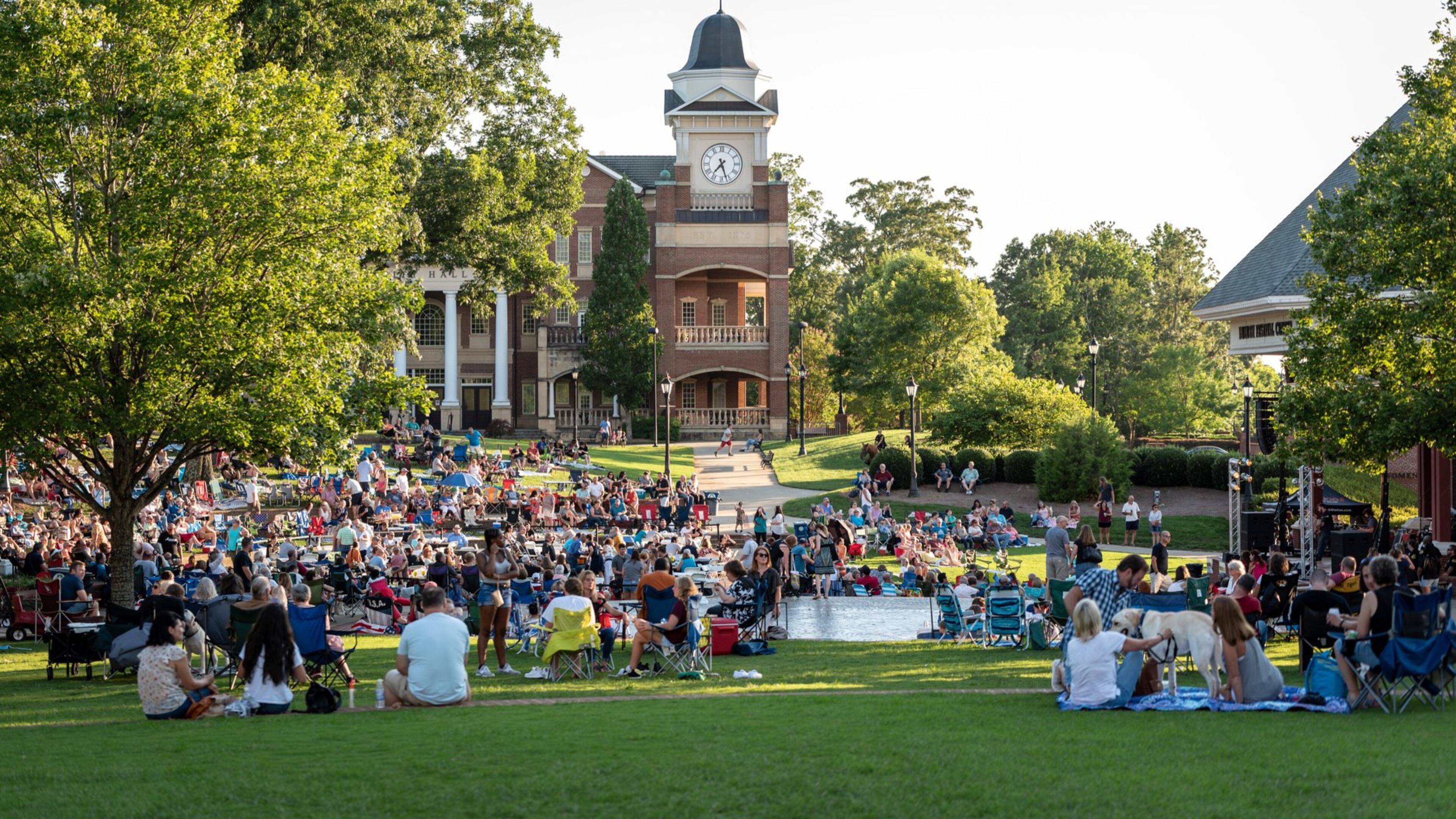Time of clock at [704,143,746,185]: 7:27
